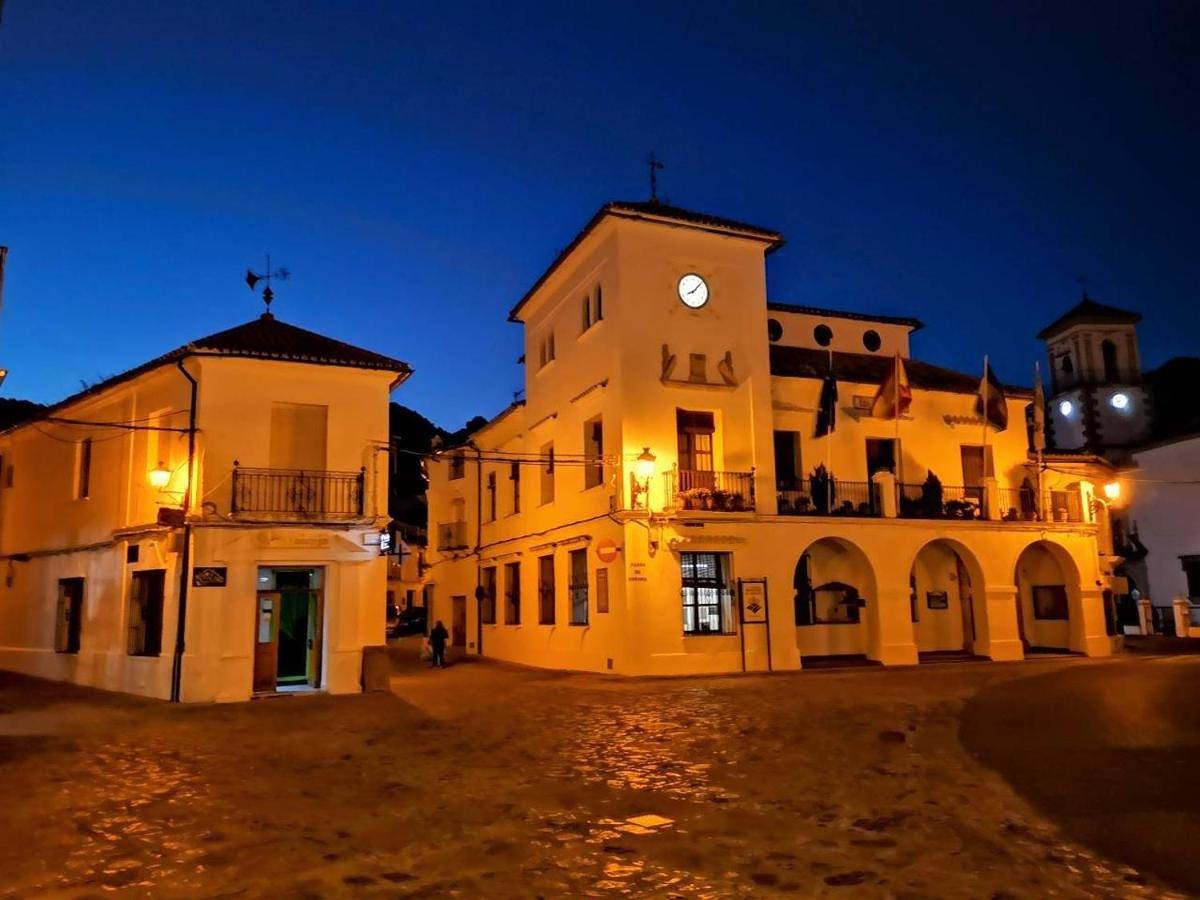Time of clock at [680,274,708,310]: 8:07
